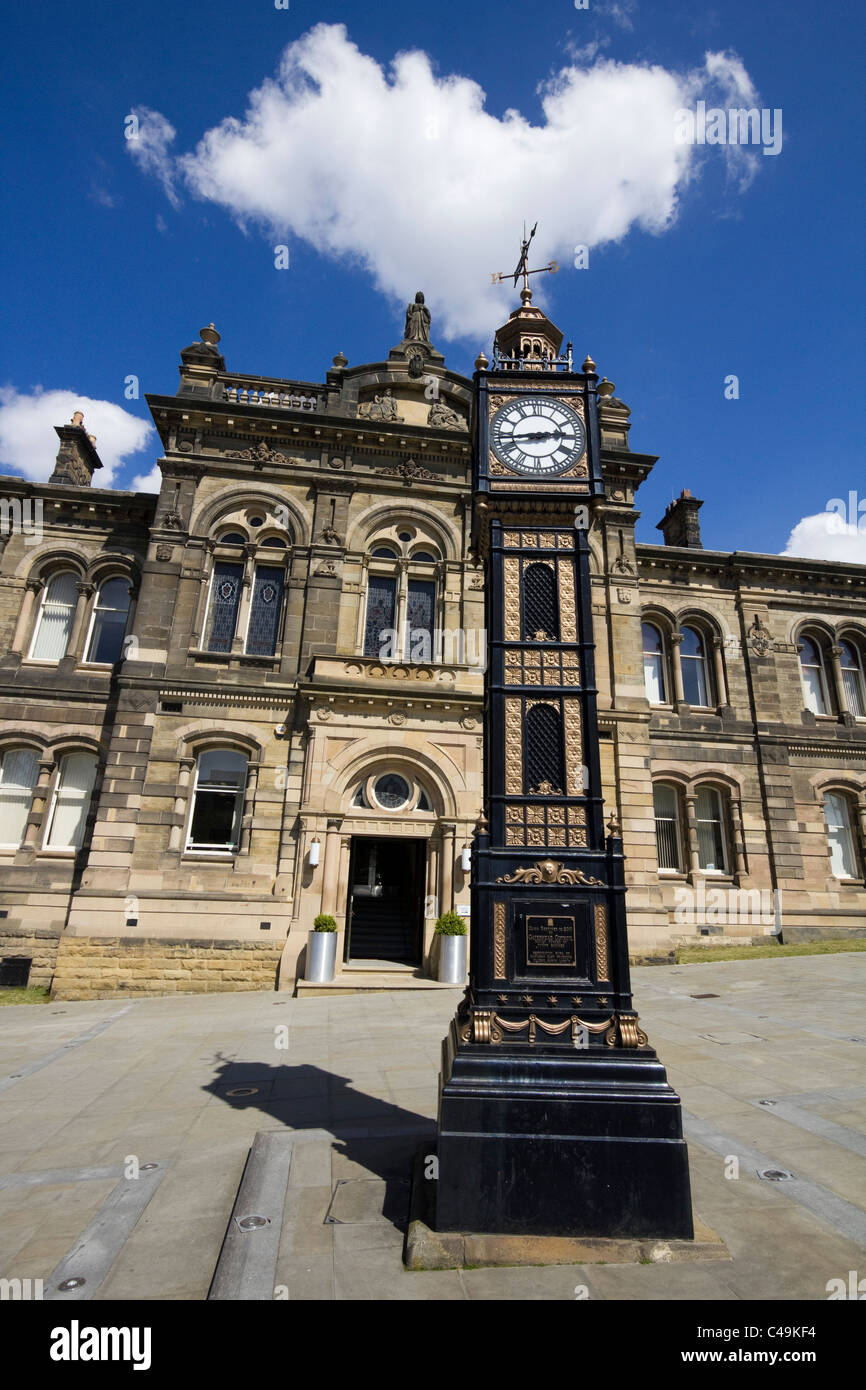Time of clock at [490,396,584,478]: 2:43
